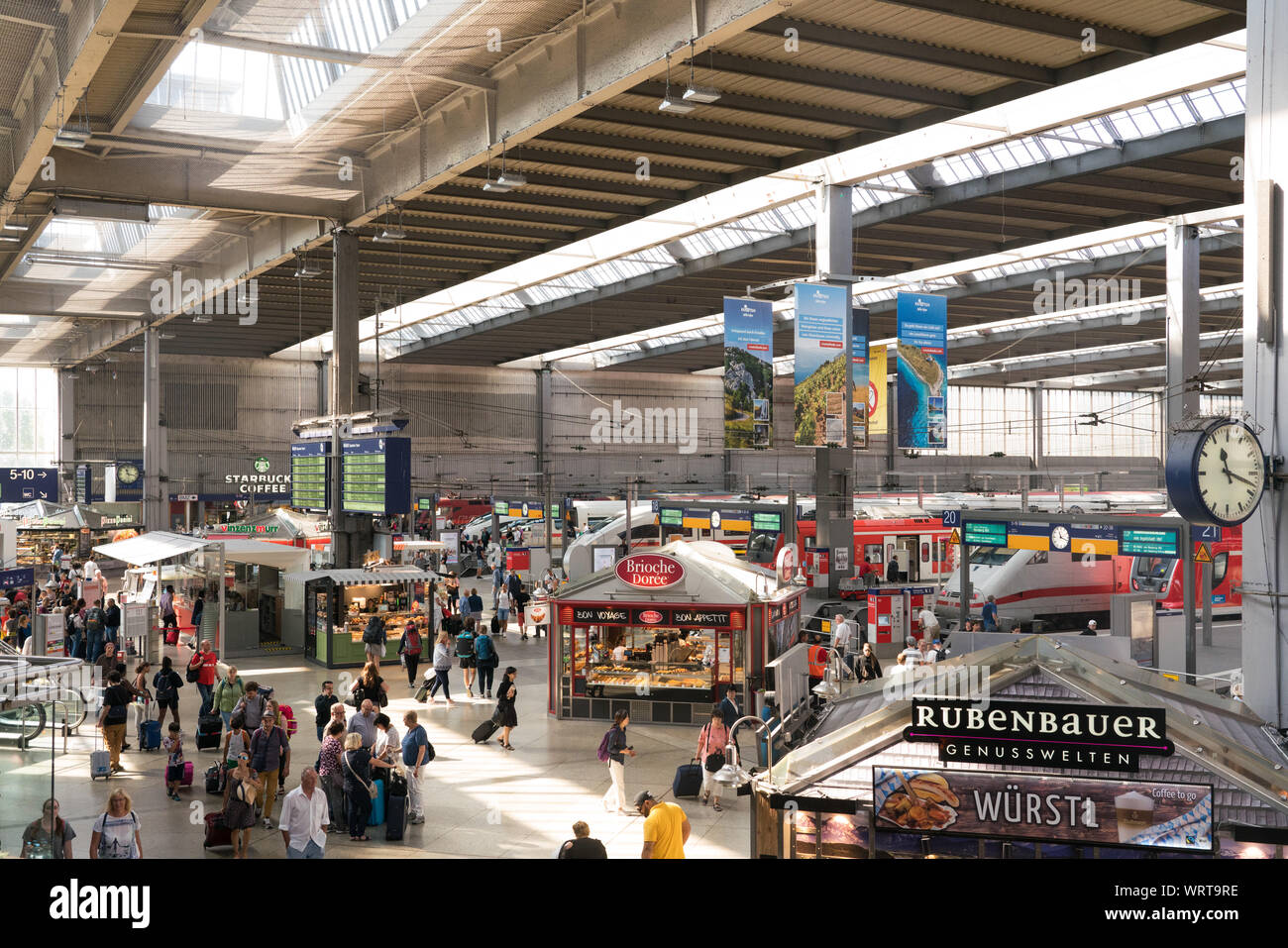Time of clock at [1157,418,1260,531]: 11:18
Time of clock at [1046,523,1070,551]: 11:18
